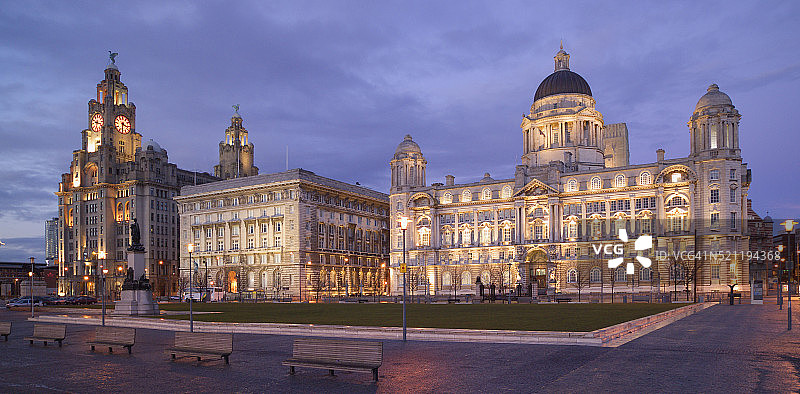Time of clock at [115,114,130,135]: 3:31
